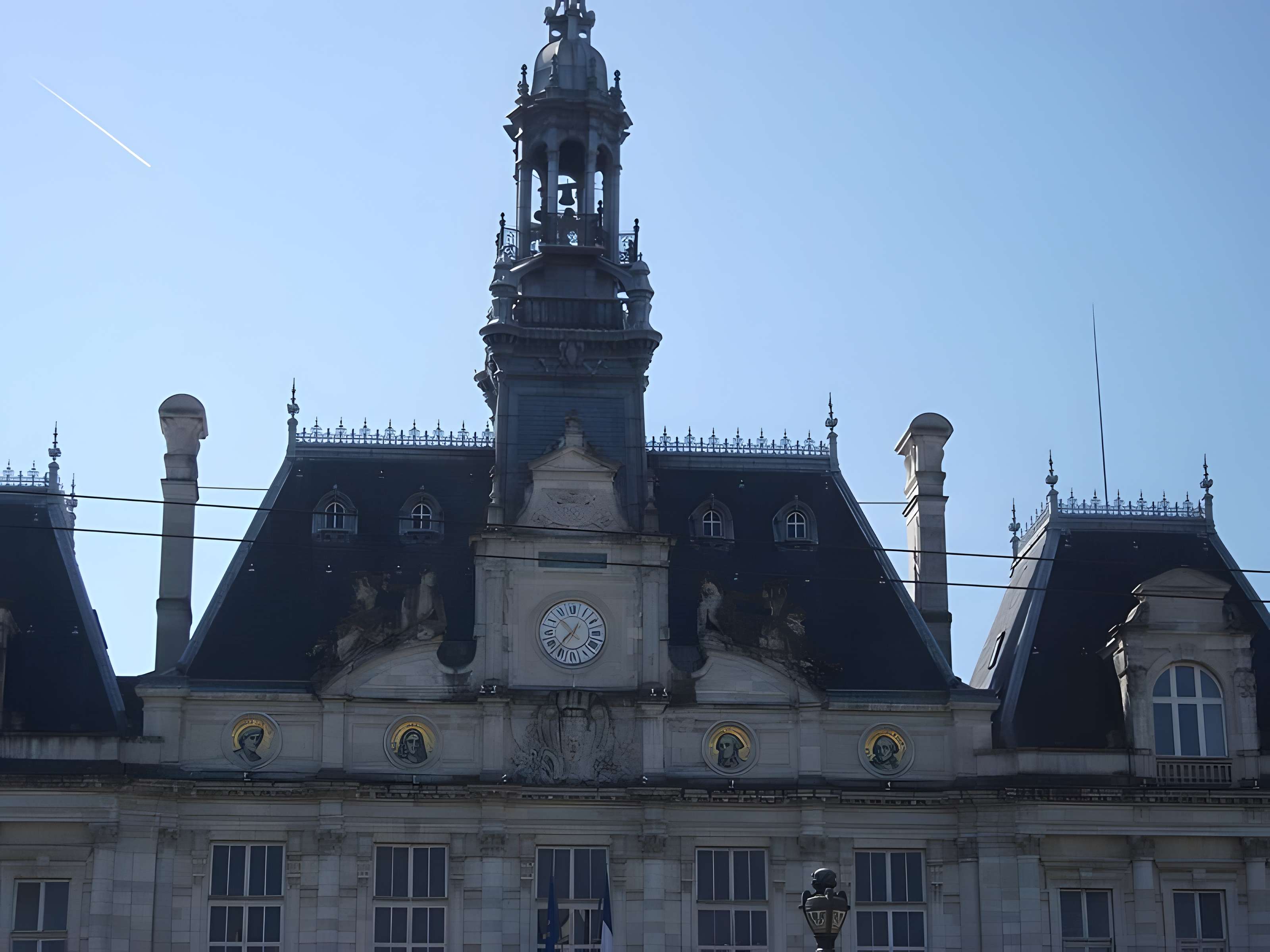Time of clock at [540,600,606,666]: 10:37
